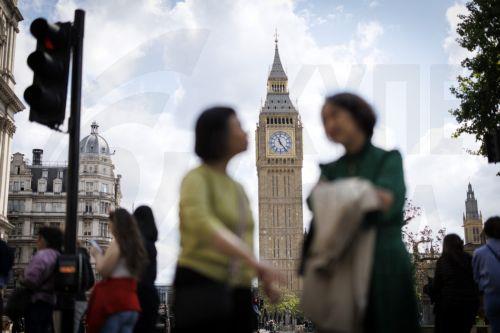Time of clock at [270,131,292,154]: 11:23
